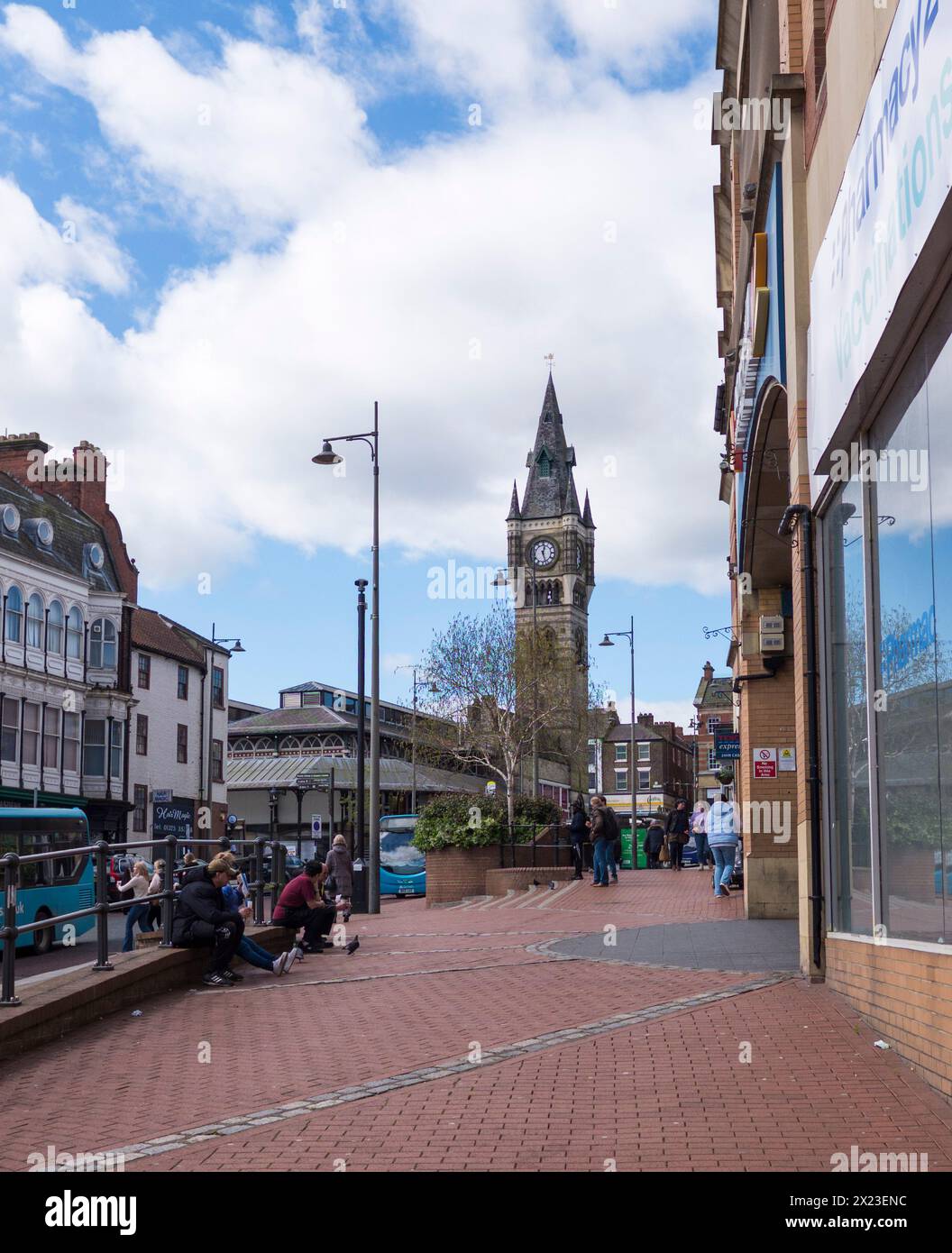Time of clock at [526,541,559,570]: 12:26
